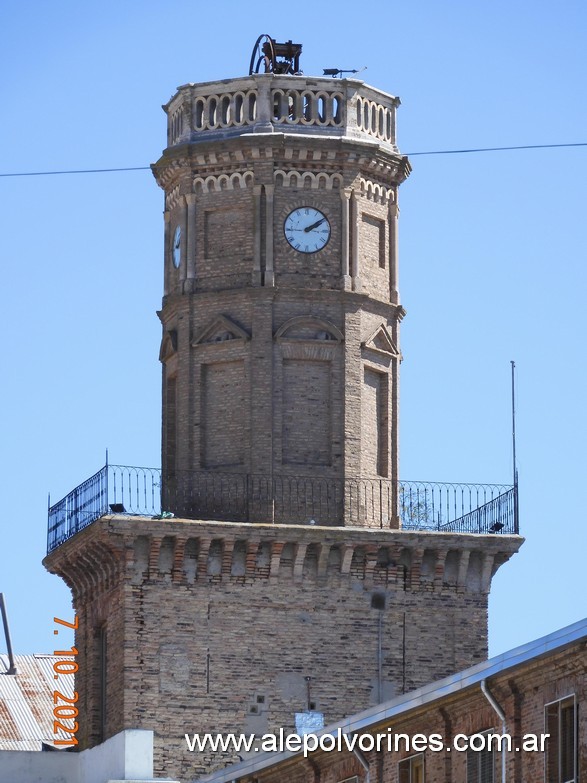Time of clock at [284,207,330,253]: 2:09
